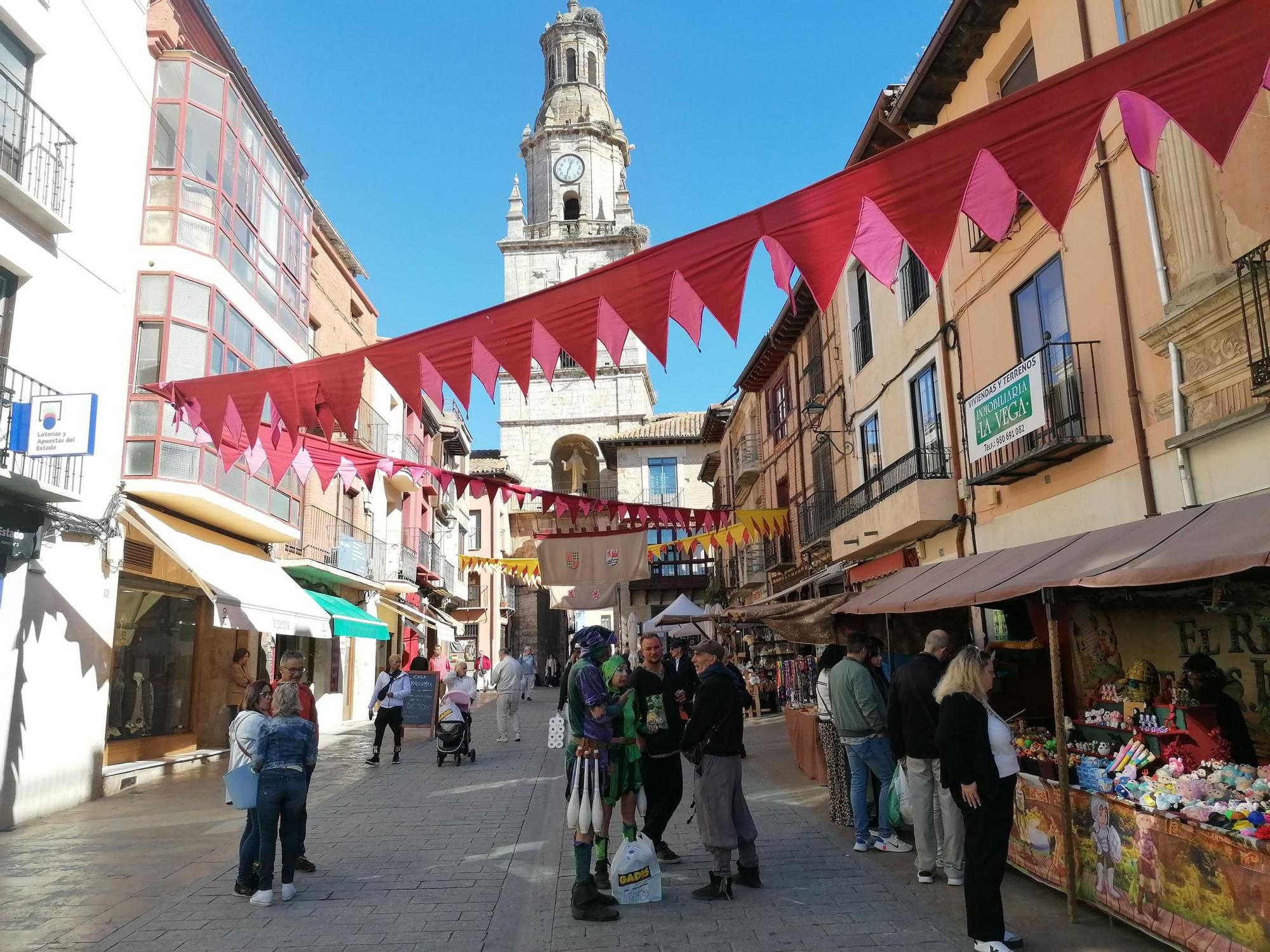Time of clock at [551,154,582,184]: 12:32
